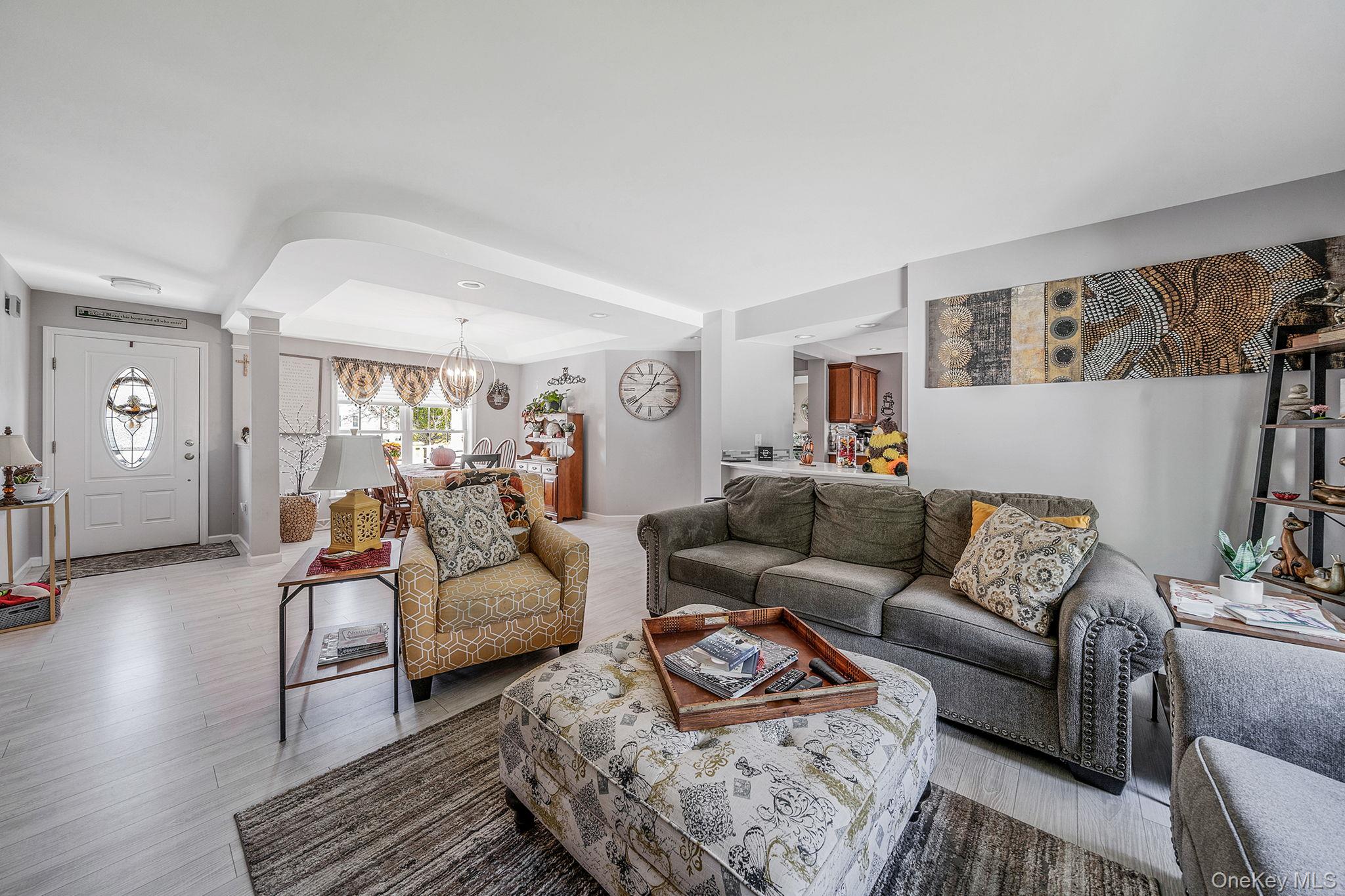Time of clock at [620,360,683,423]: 12:38
